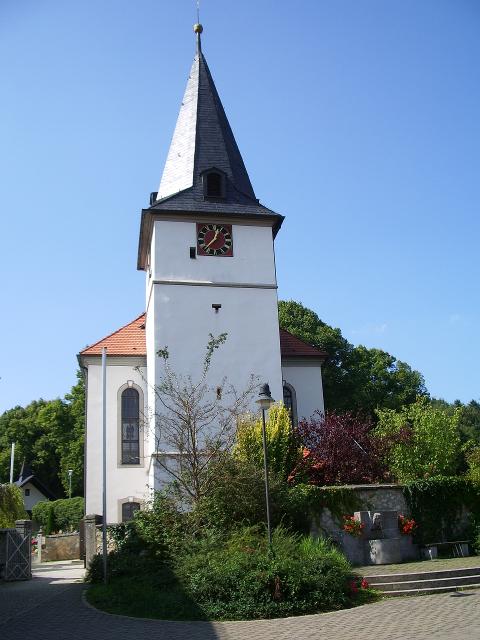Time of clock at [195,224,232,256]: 12:37
